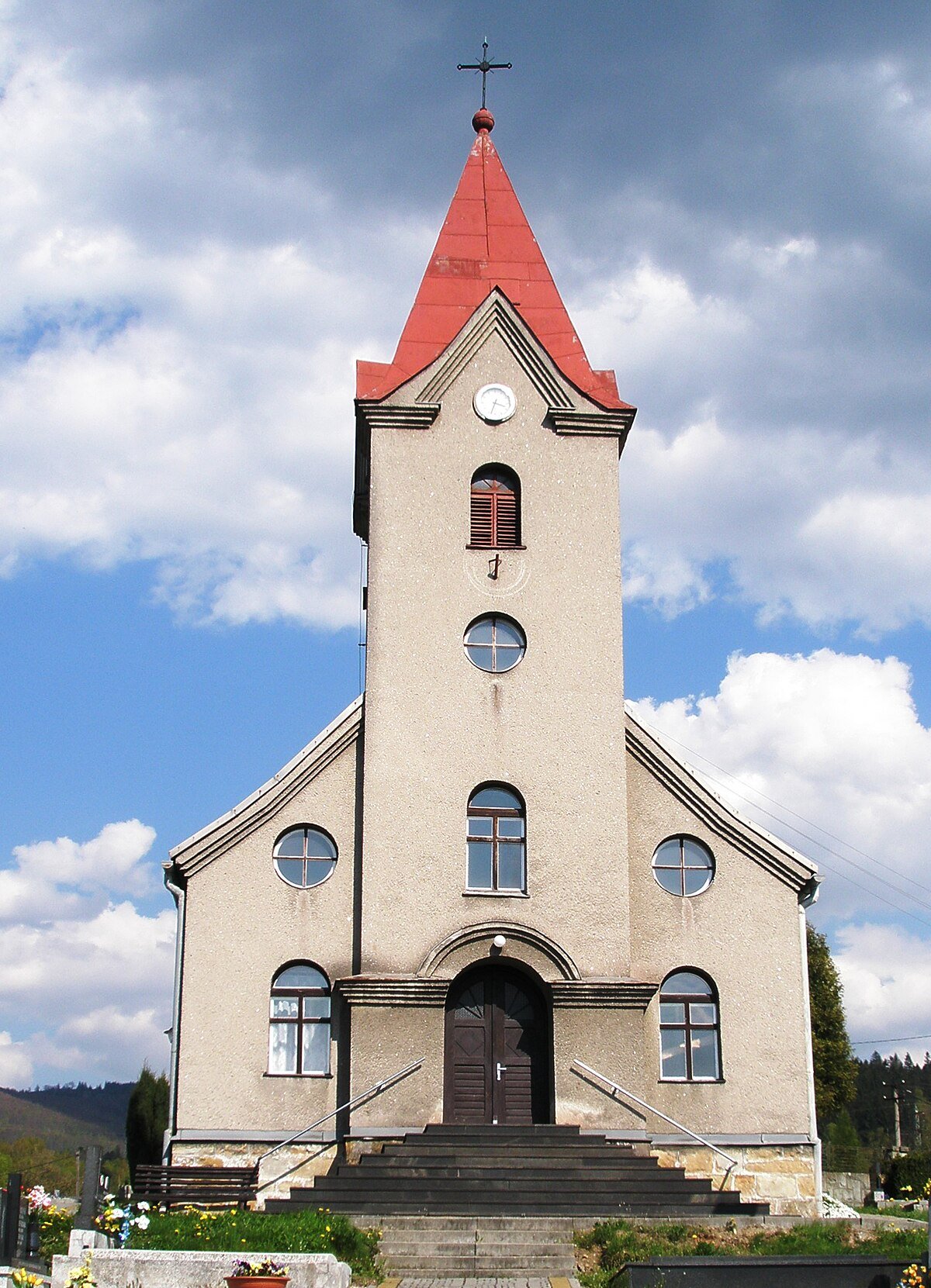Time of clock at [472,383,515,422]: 3:33
